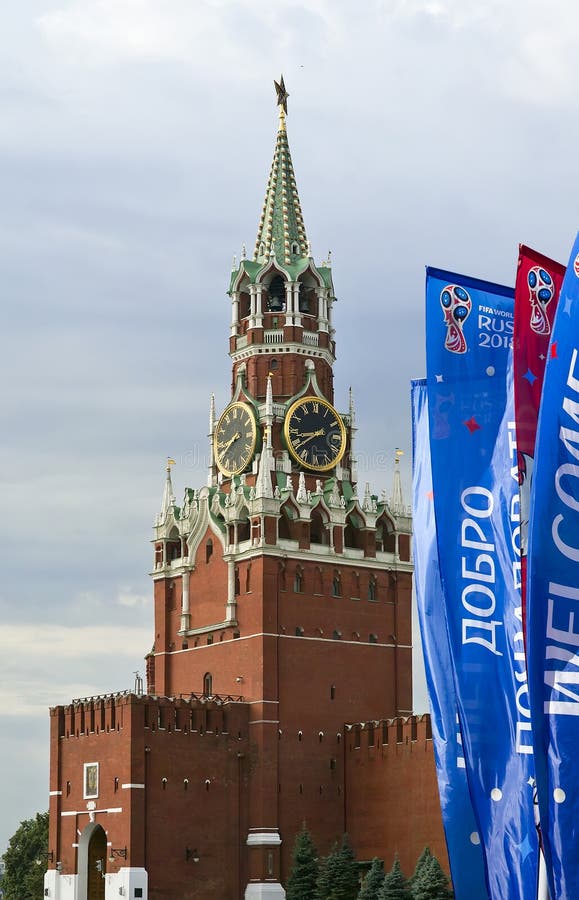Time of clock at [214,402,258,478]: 8:40
